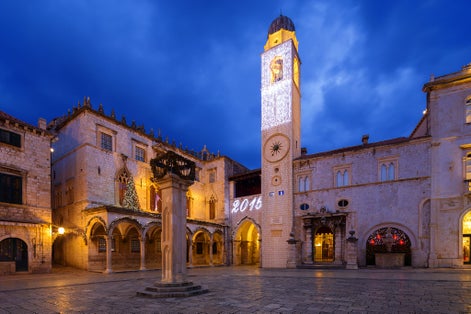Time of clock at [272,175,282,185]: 9:01
